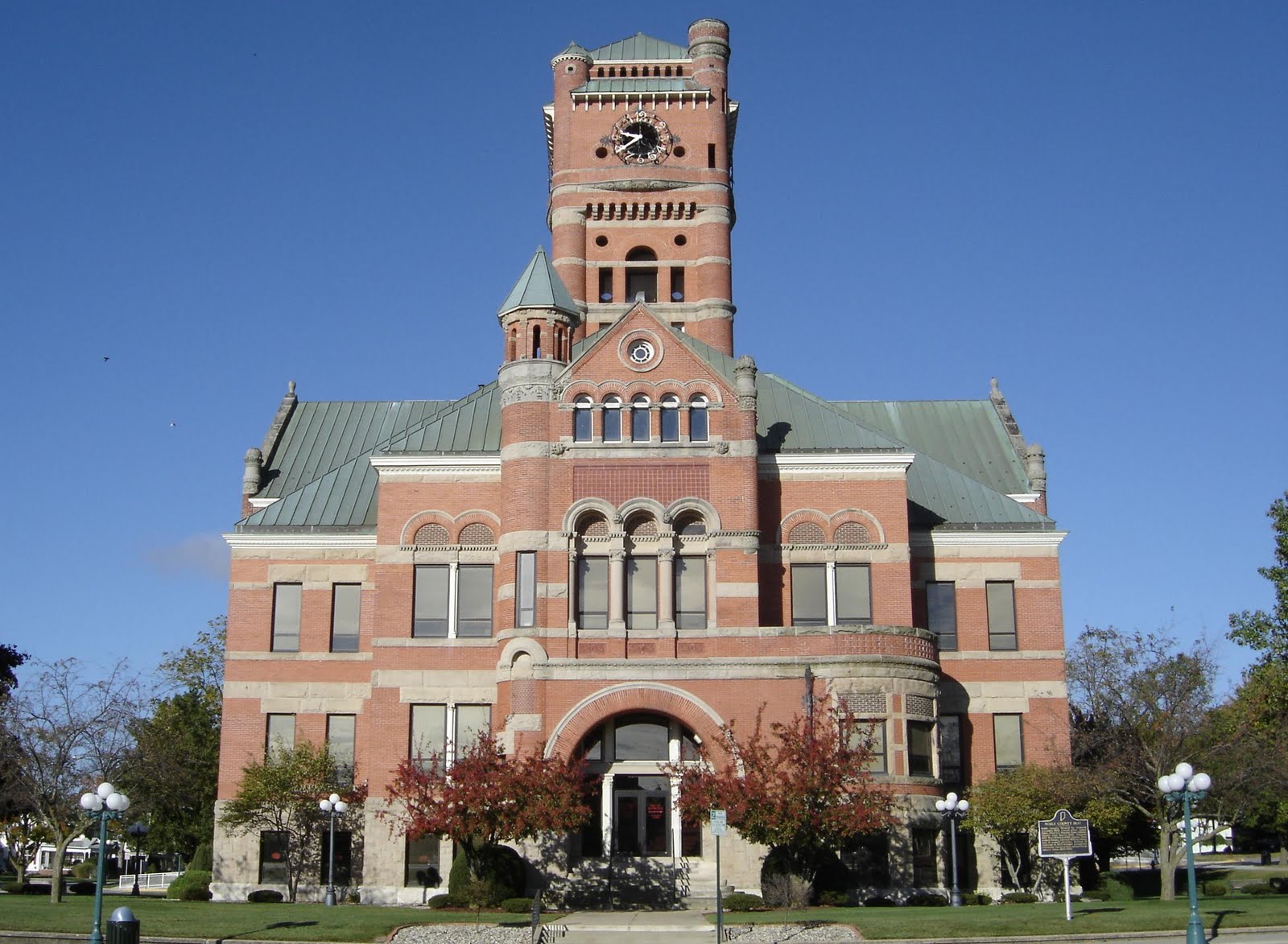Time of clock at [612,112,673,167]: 9:39
